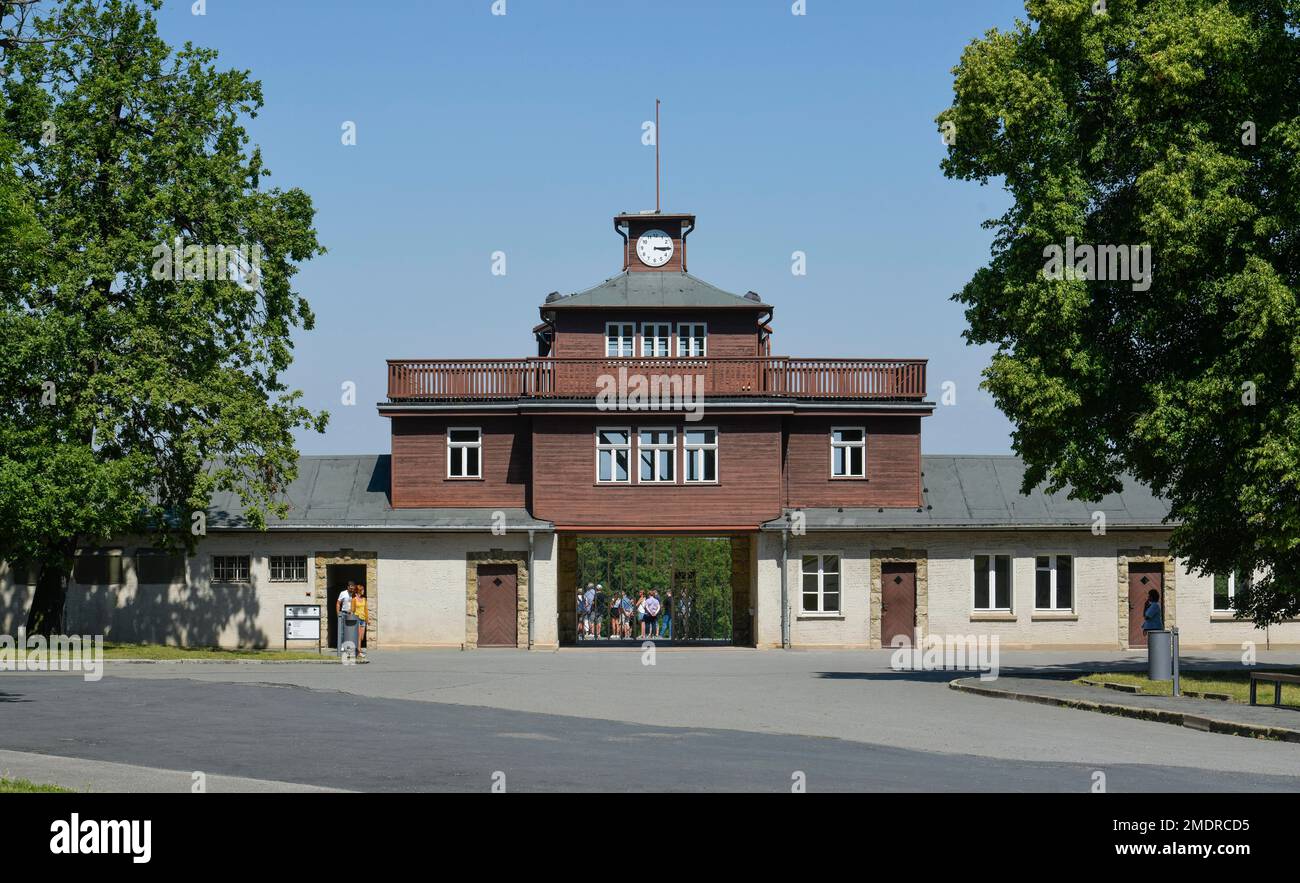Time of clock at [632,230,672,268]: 3:14
